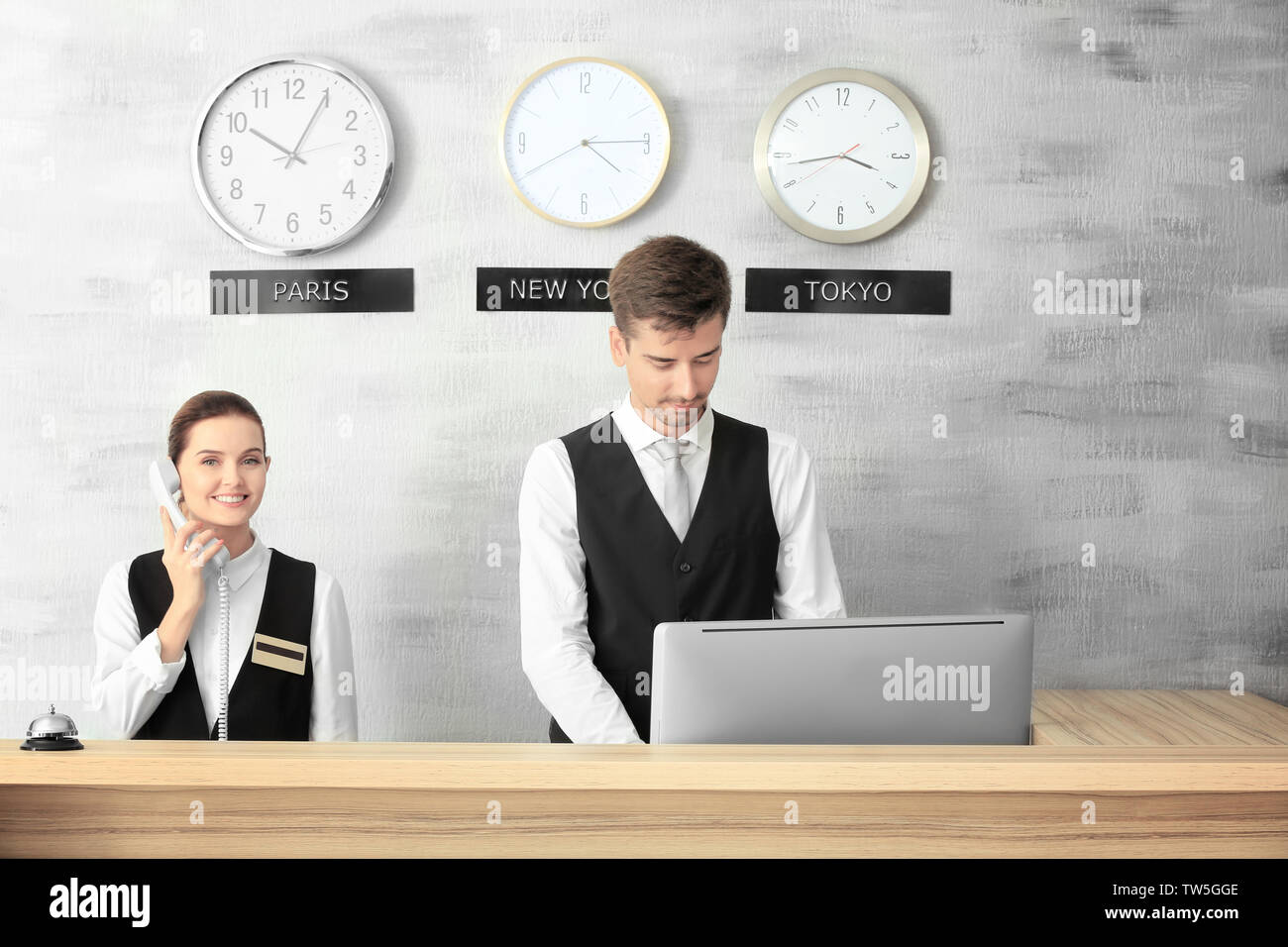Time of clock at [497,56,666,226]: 4:14
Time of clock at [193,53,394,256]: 10:04
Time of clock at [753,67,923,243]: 3:43
